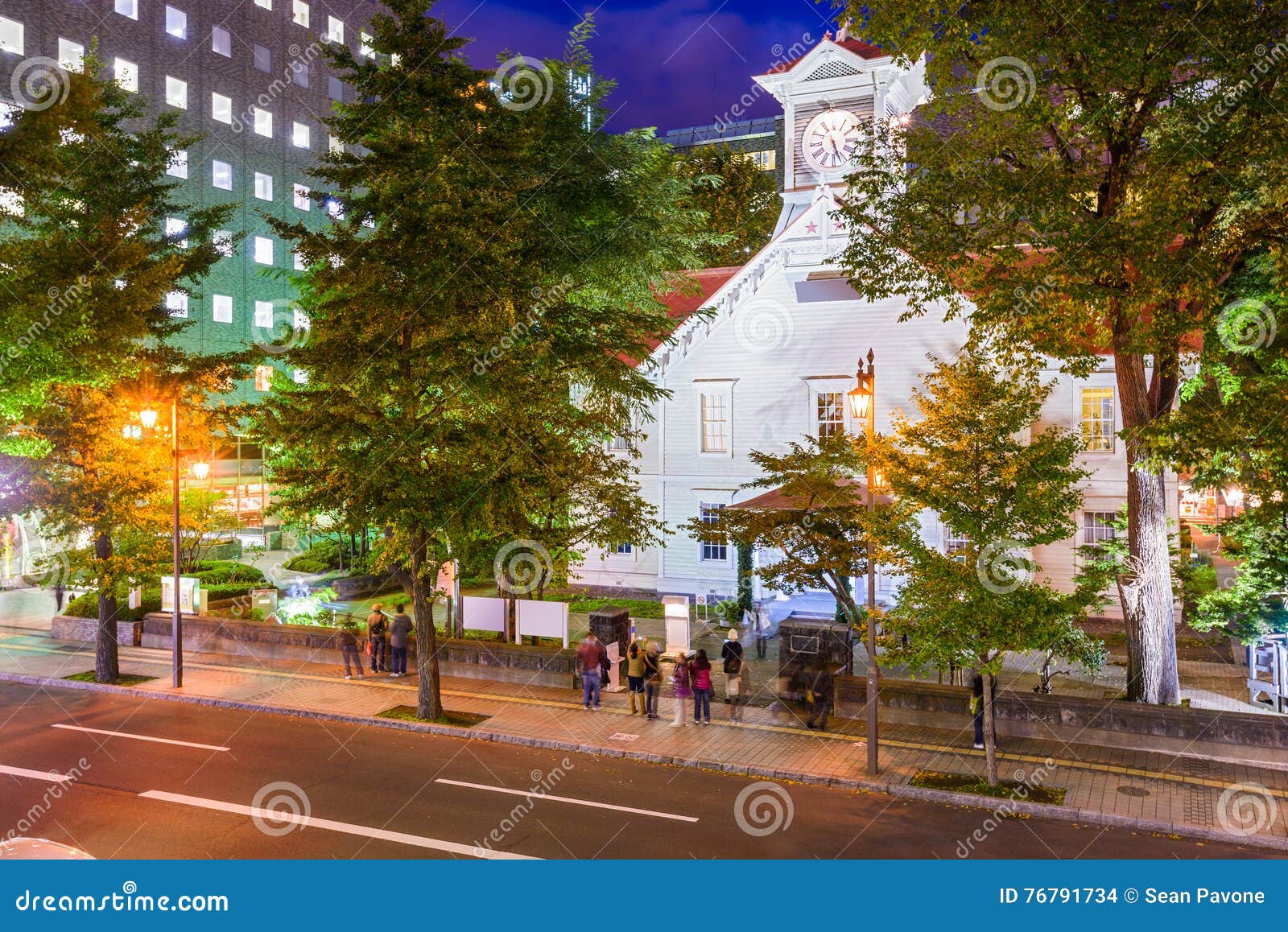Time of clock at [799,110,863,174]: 5:26
